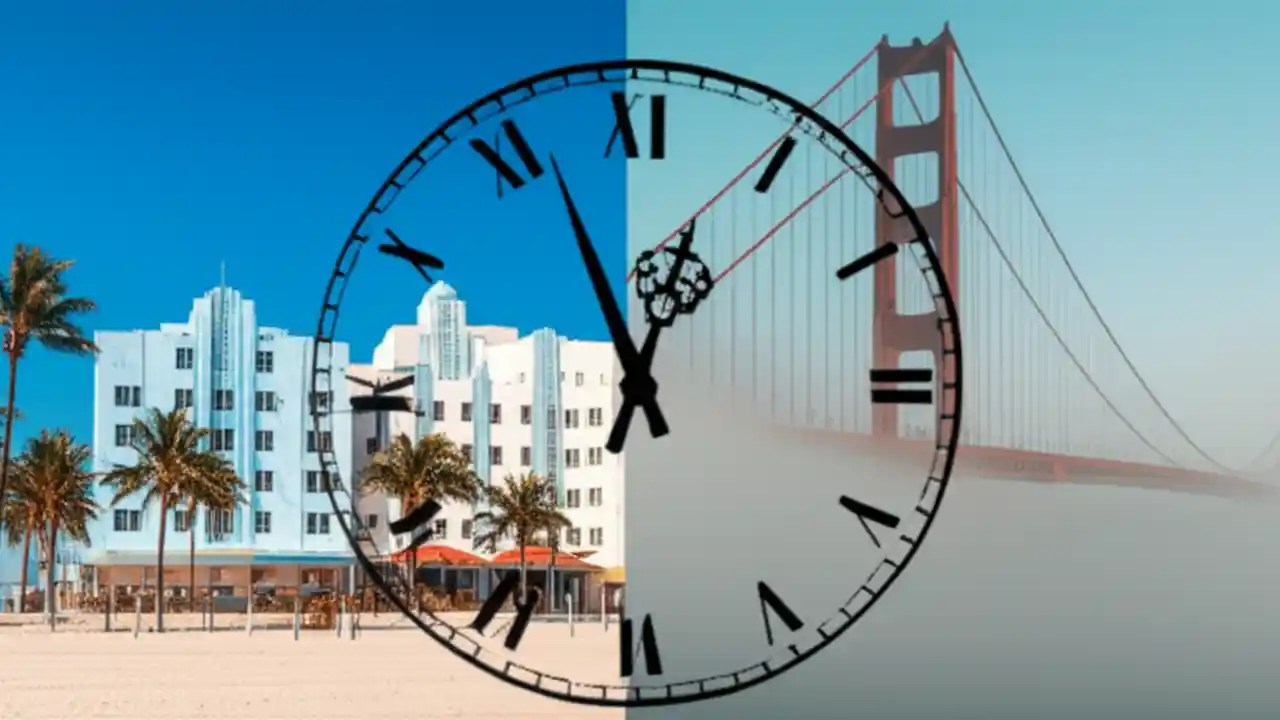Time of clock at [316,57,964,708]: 12:56
